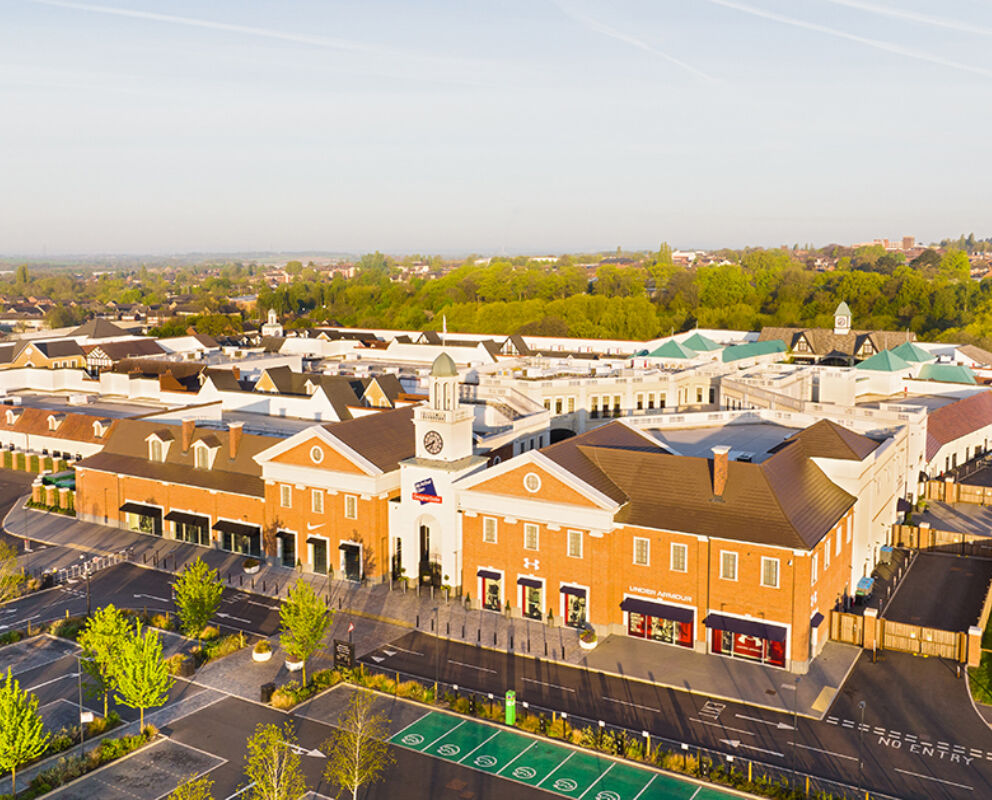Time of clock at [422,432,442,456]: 6:40
